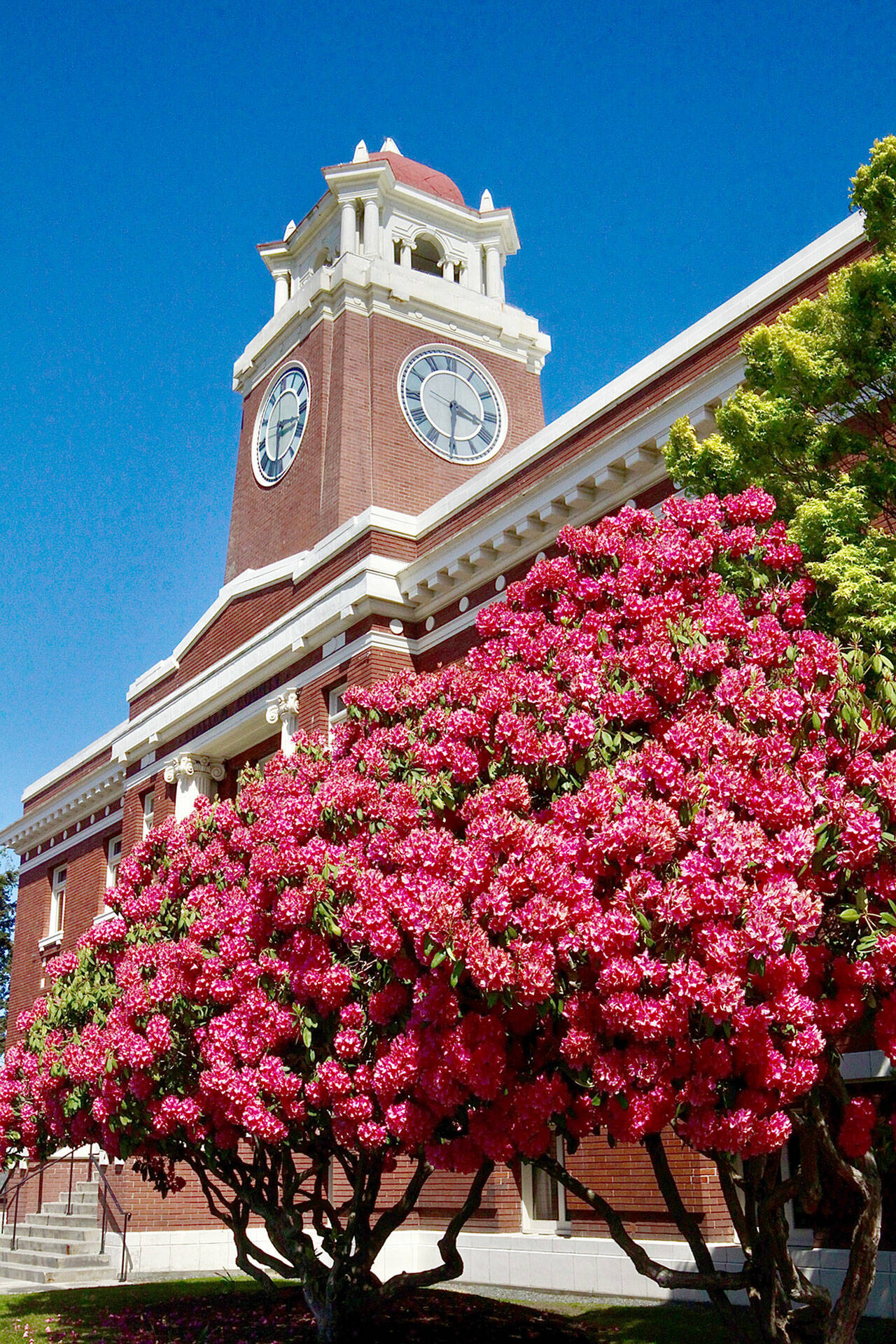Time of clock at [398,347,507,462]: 3:30
